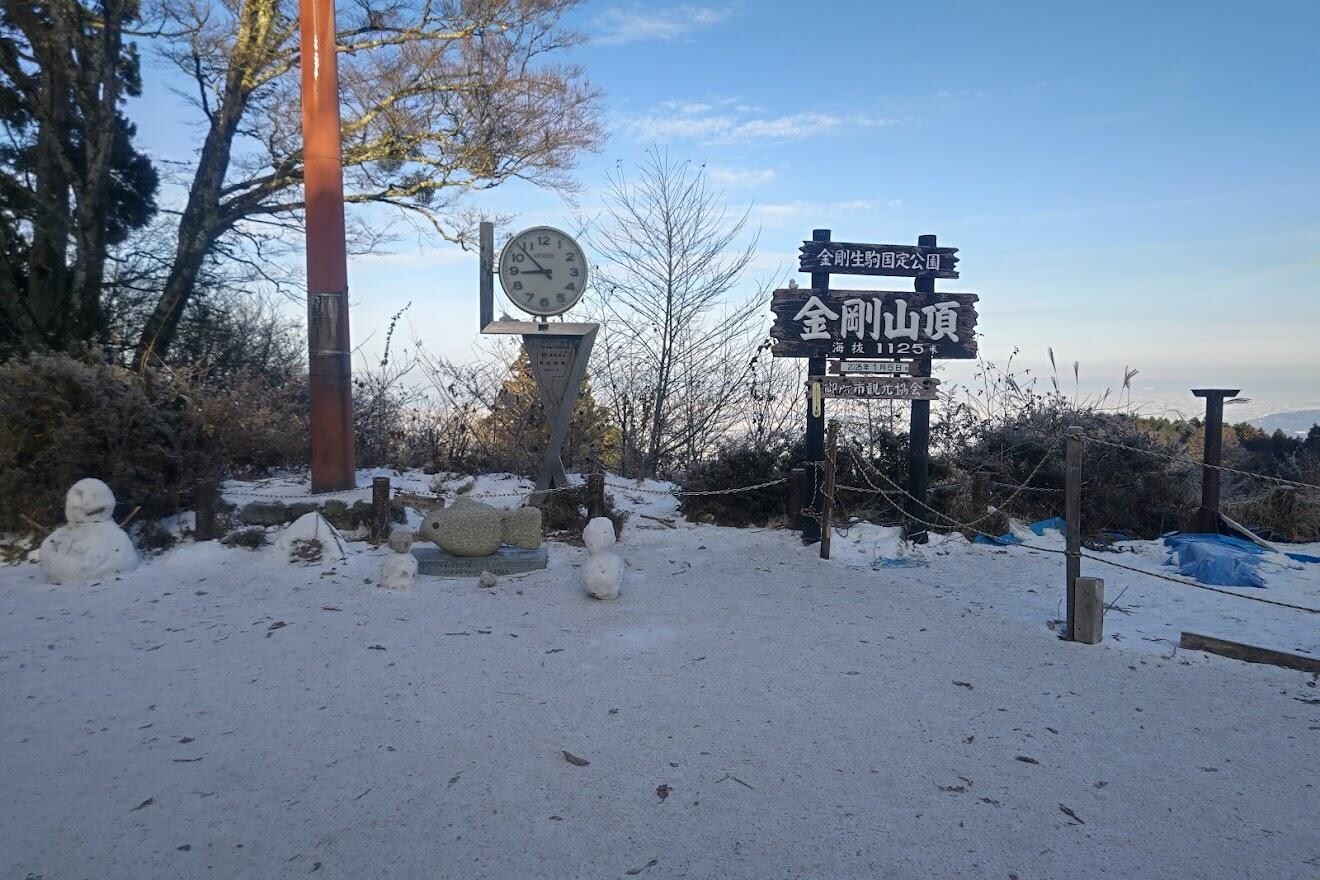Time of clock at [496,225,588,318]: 8:53
